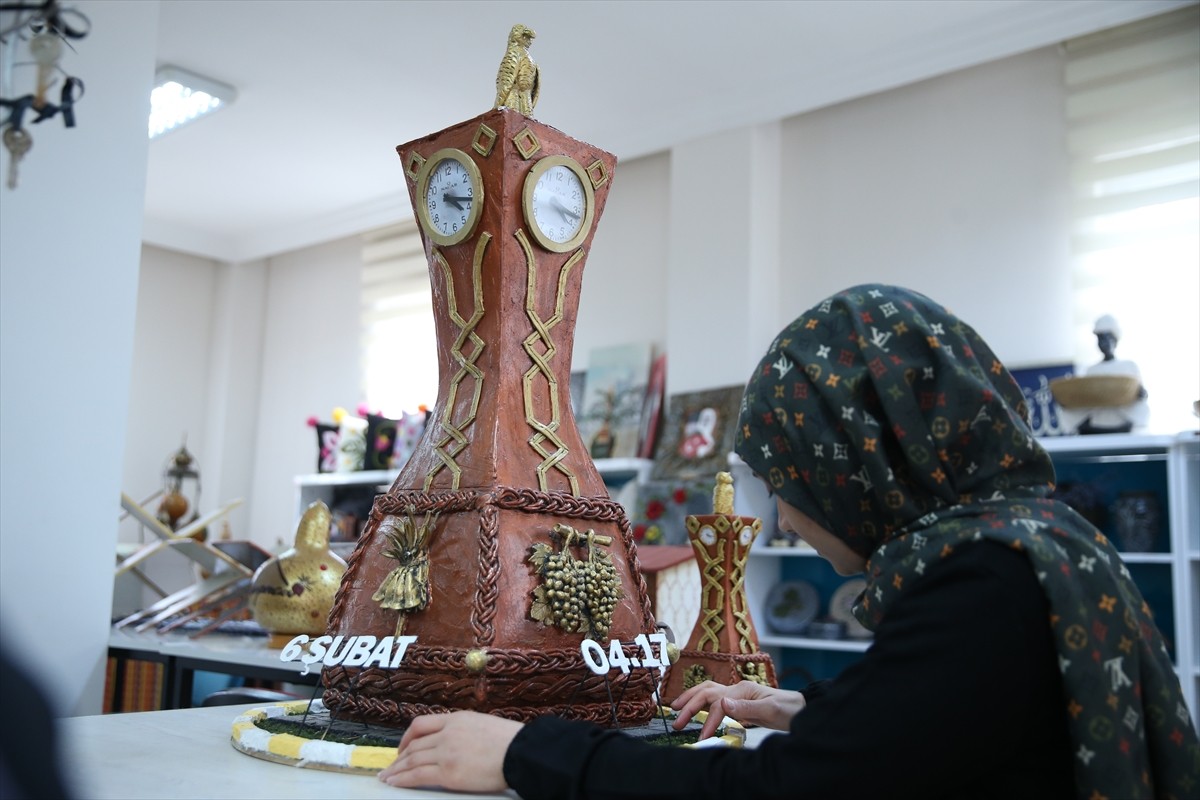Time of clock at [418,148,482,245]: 4:17
